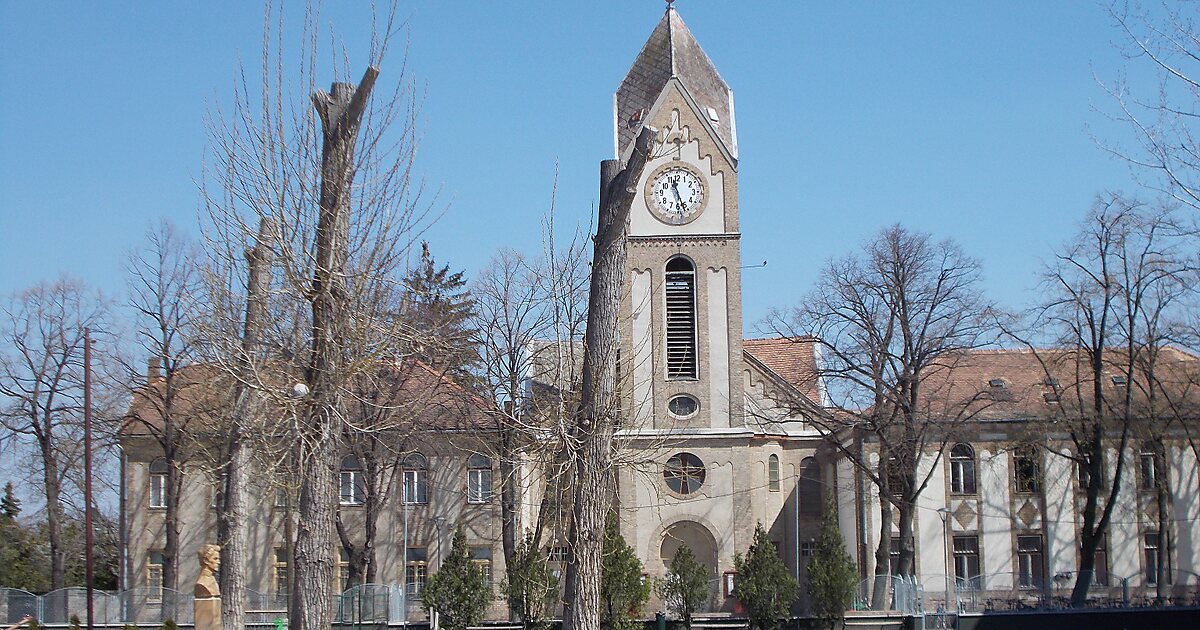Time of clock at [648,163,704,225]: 11:26
